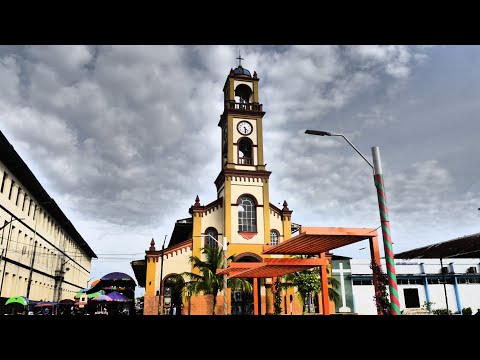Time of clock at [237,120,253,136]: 4:29
